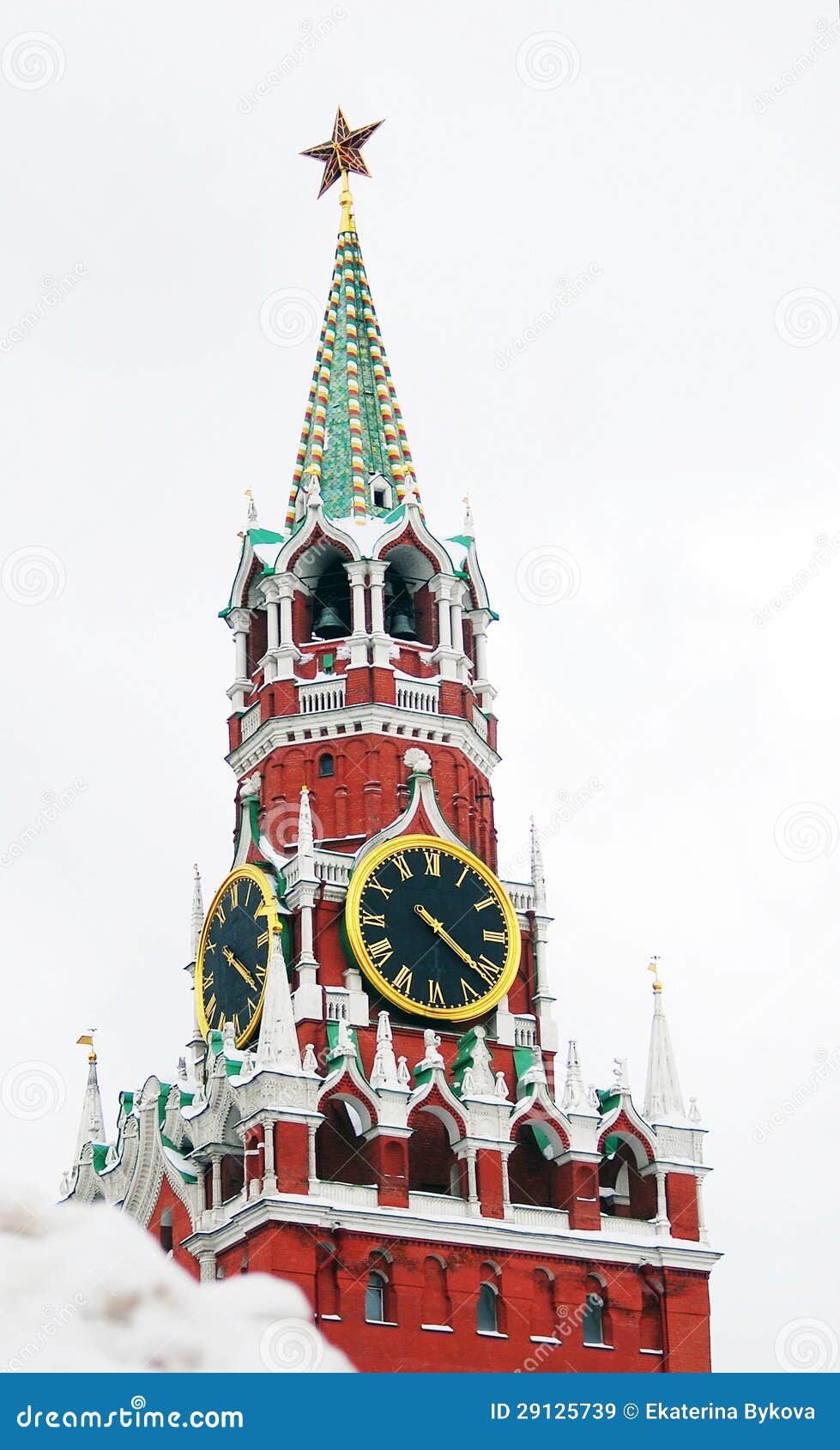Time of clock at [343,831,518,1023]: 4:21
